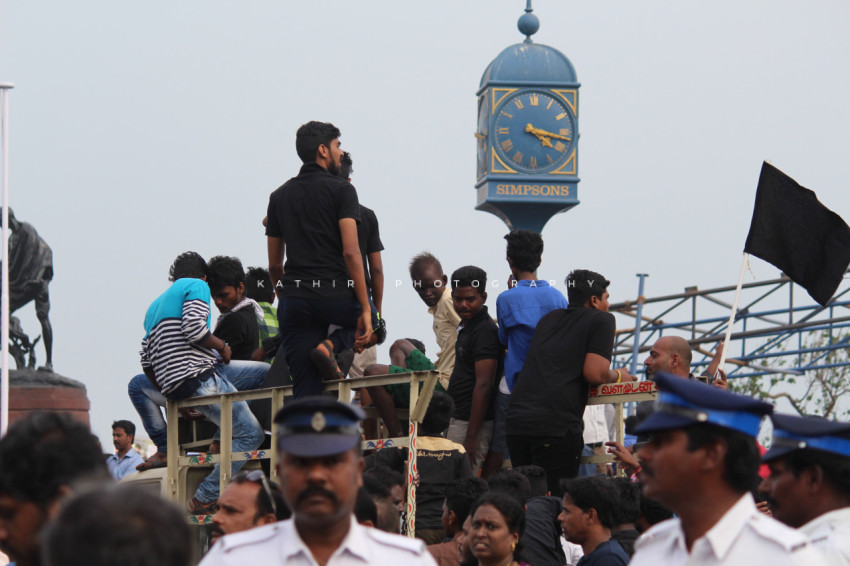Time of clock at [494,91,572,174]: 4:17
